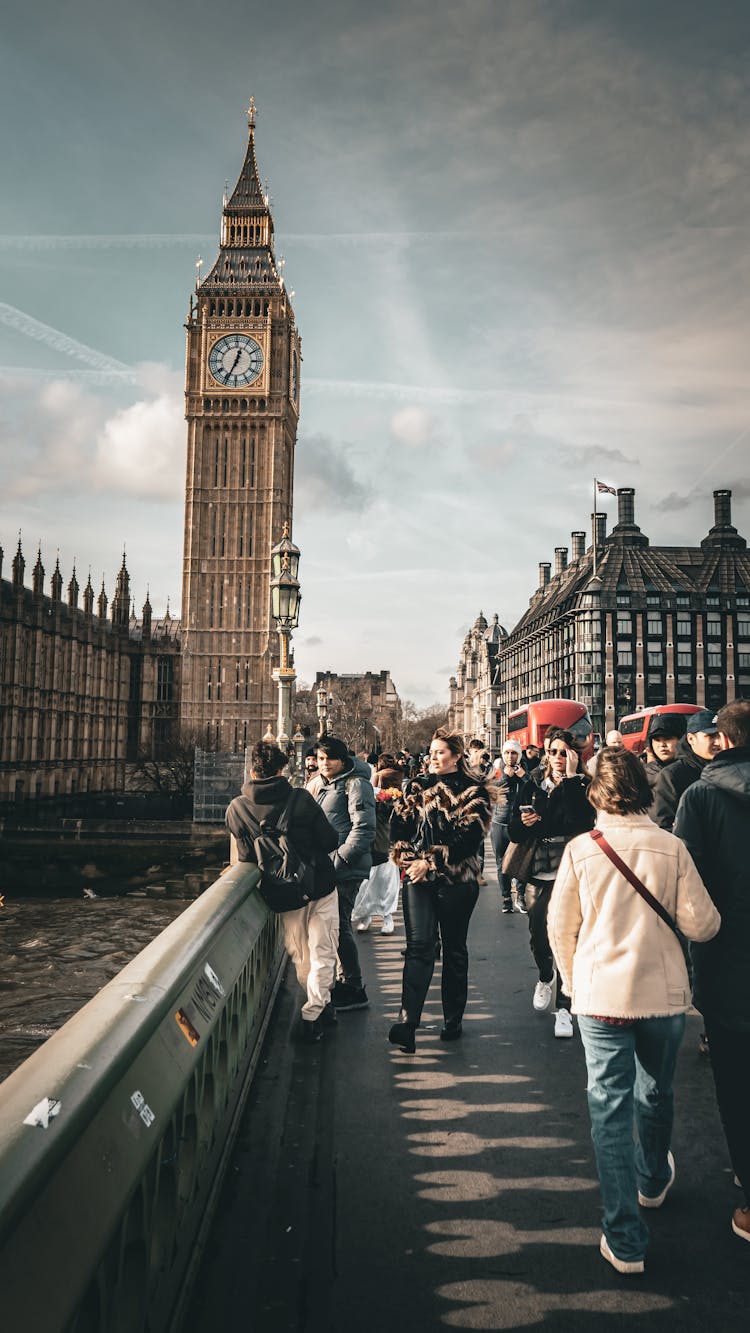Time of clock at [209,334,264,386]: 12:34
